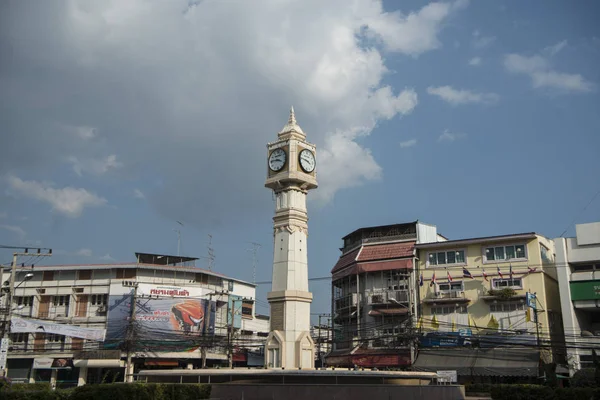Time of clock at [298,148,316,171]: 3:46
